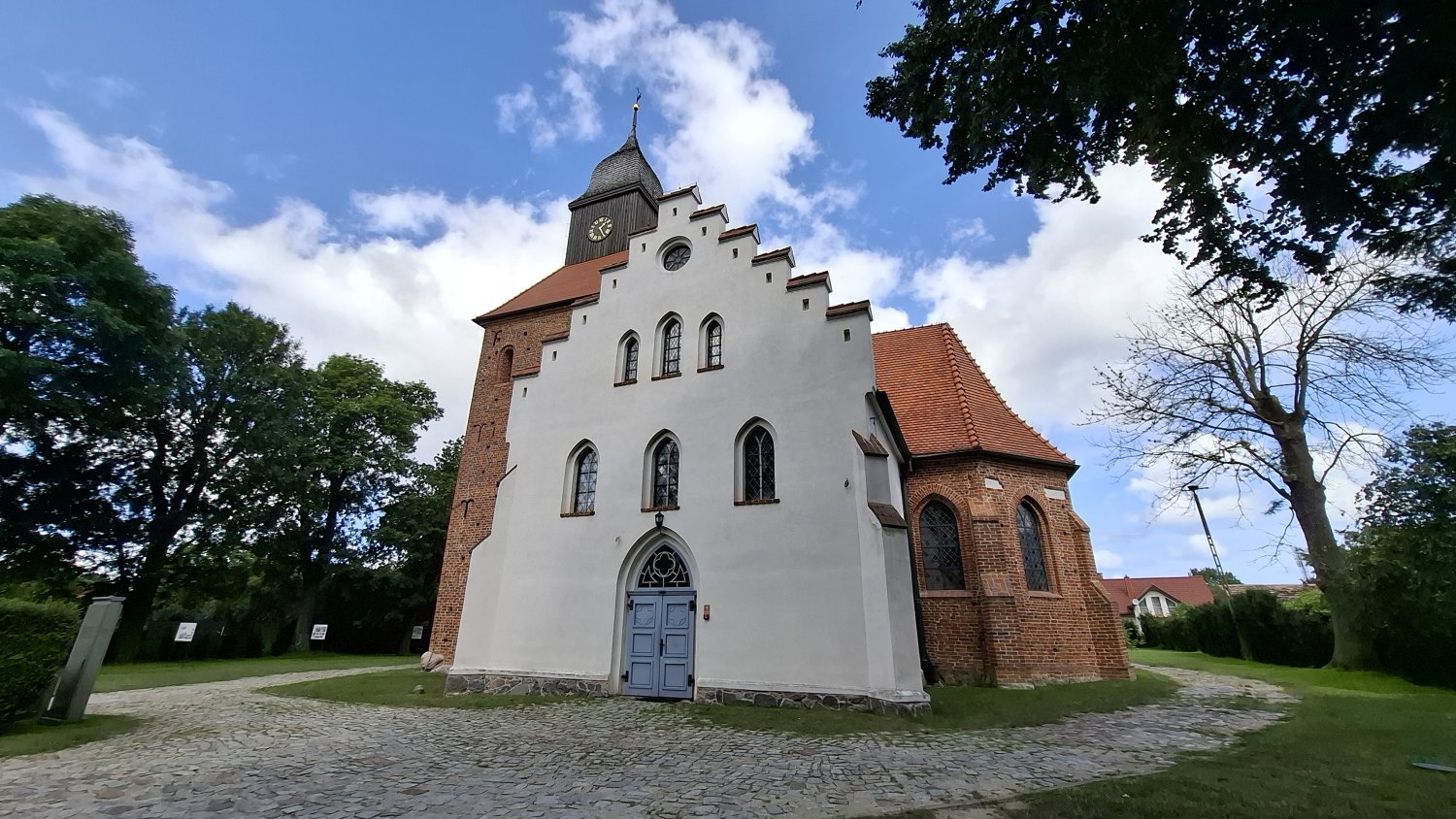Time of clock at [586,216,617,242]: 1:24
